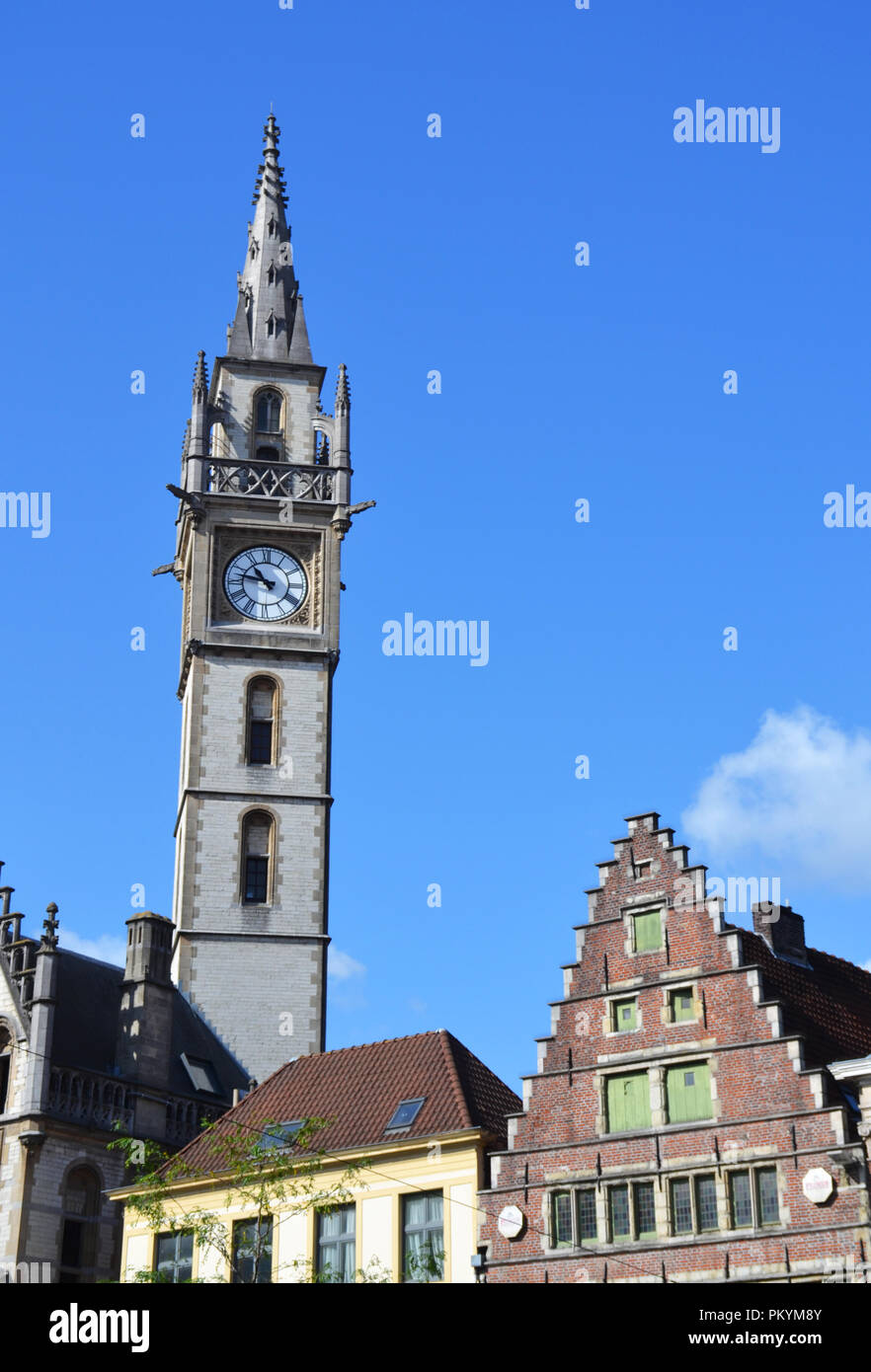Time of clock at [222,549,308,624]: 10:47
